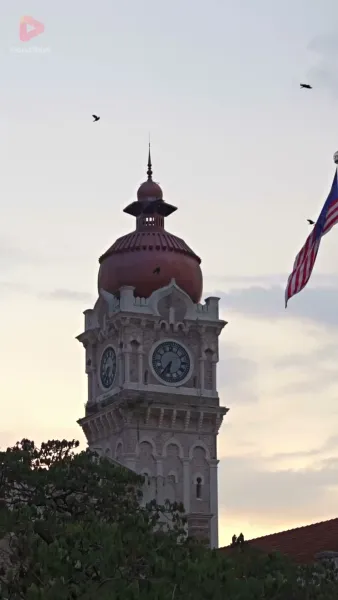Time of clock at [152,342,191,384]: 6:36
